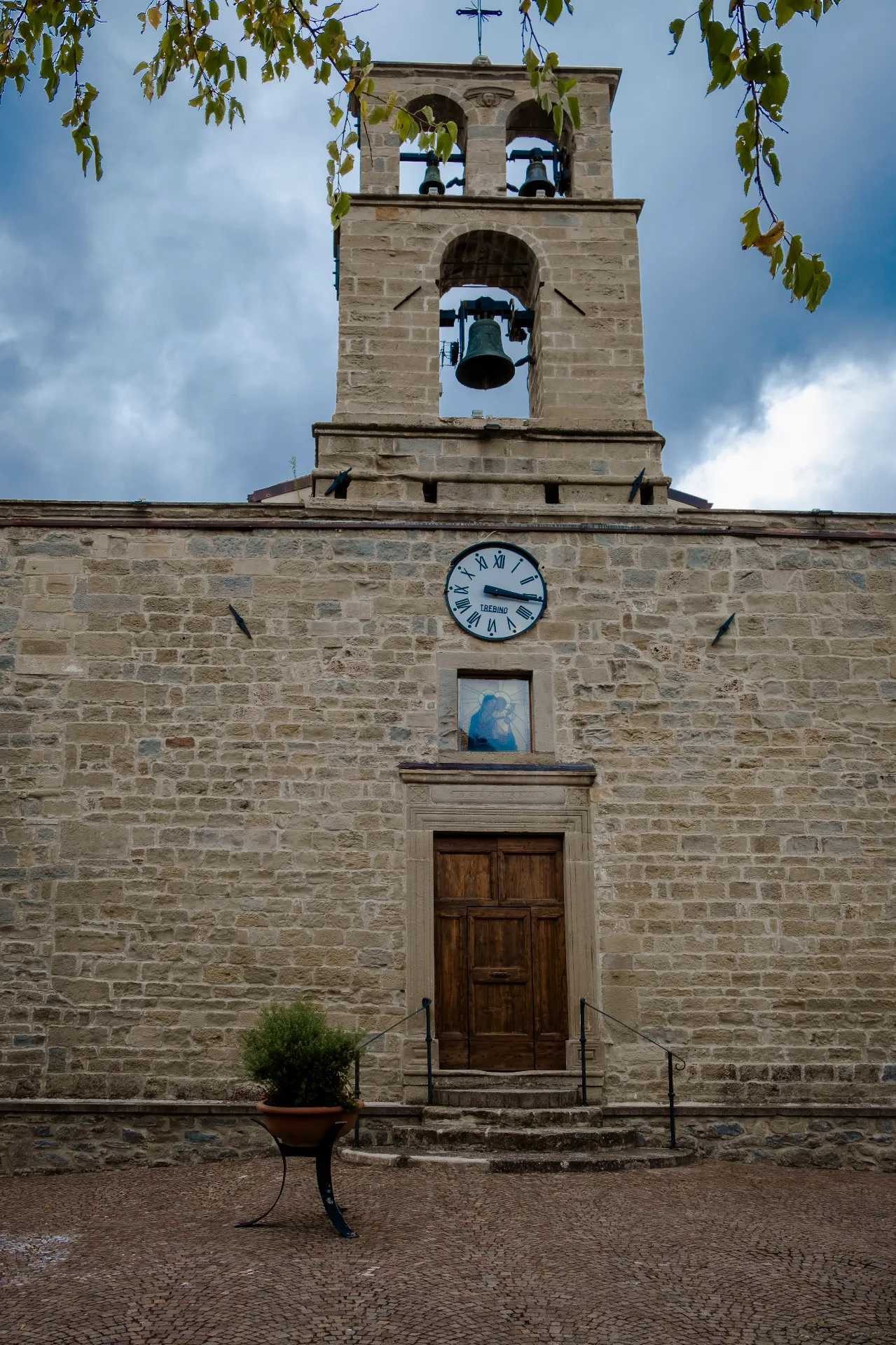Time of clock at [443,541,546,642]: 3:15
